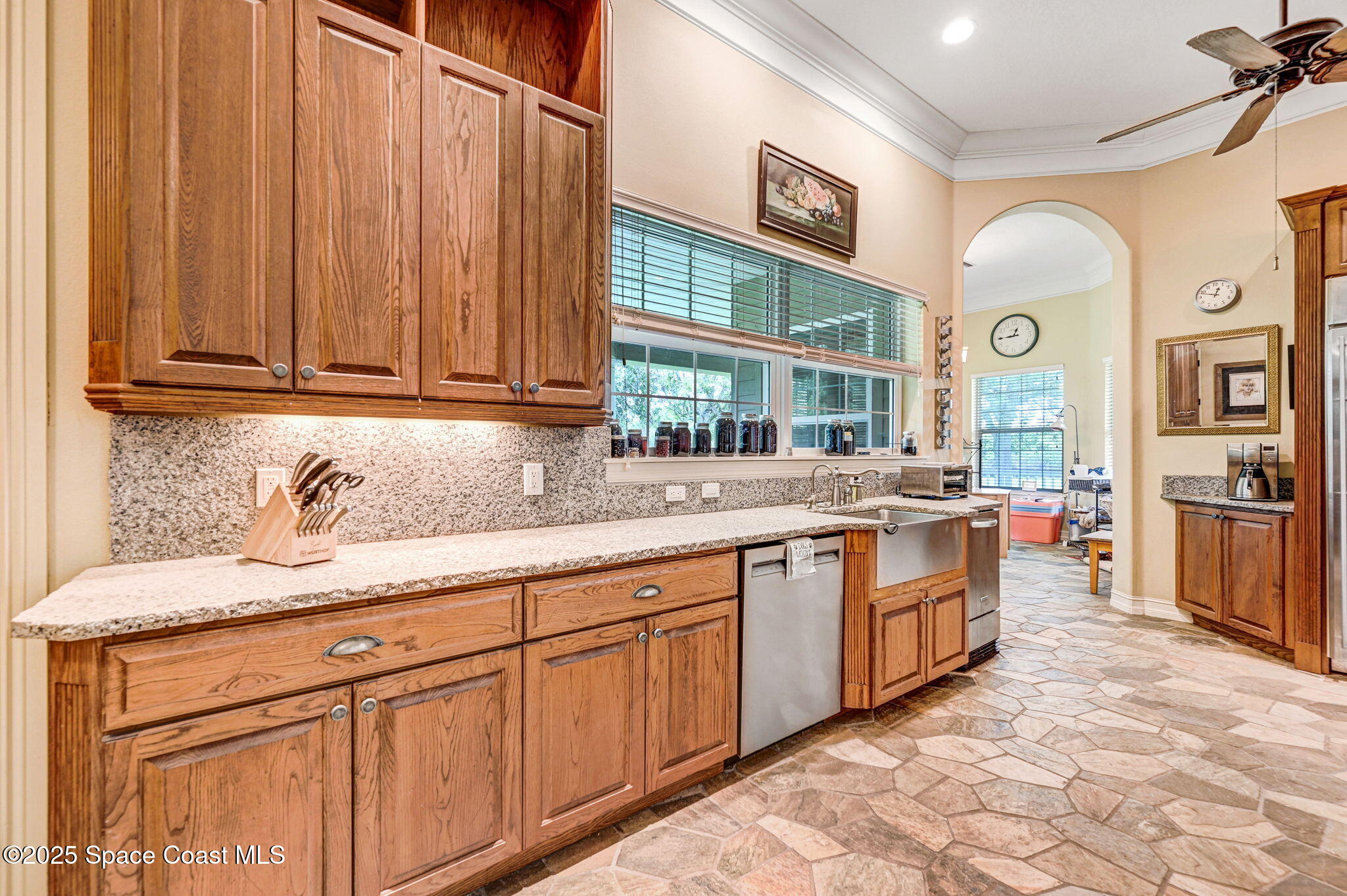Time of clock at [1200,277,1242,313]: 12:48
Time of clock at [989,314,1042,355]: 12:44
